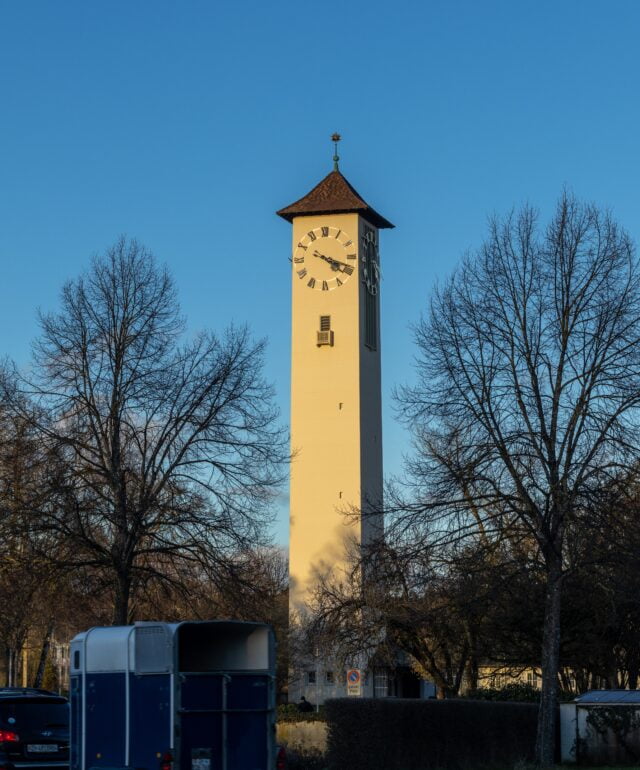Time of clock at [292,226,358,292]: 4:18
